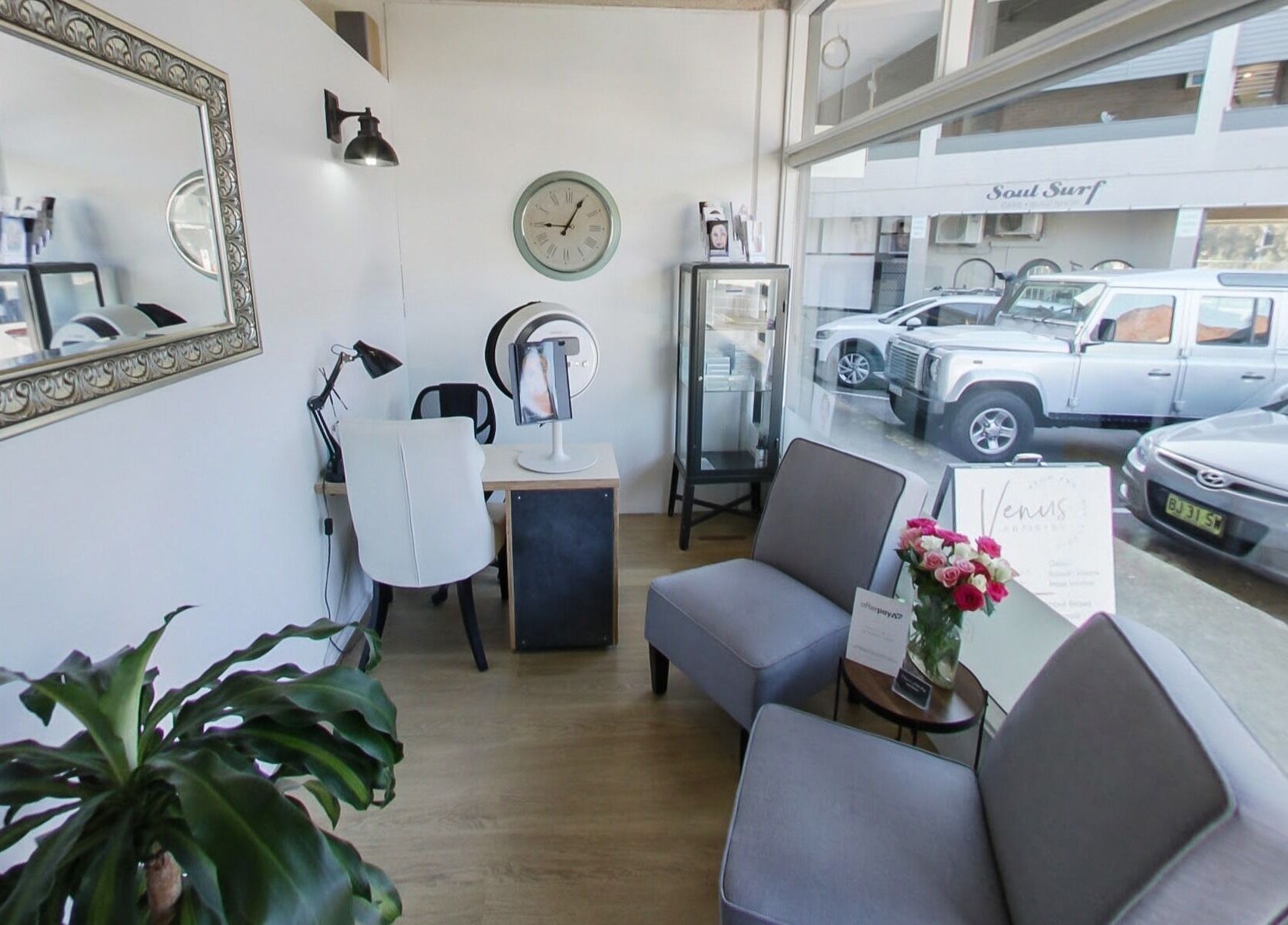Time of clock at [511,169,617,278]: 9:04
